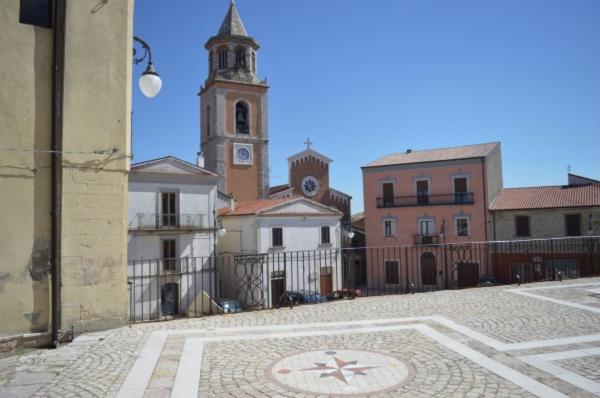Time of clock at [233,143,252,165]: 12:14
